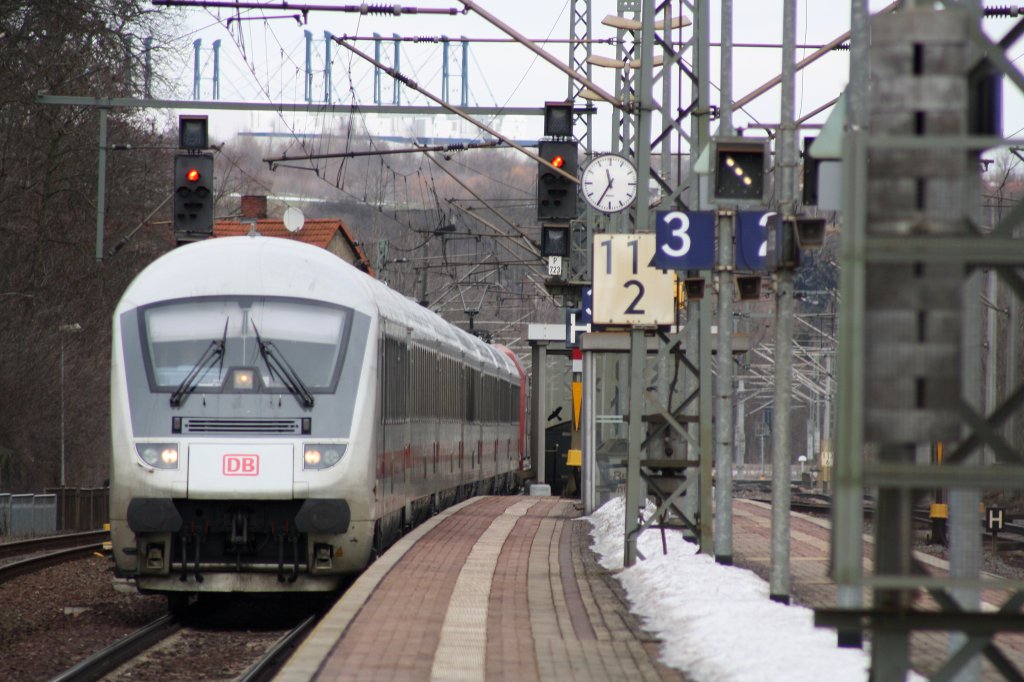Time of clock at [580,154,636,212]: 11:34
